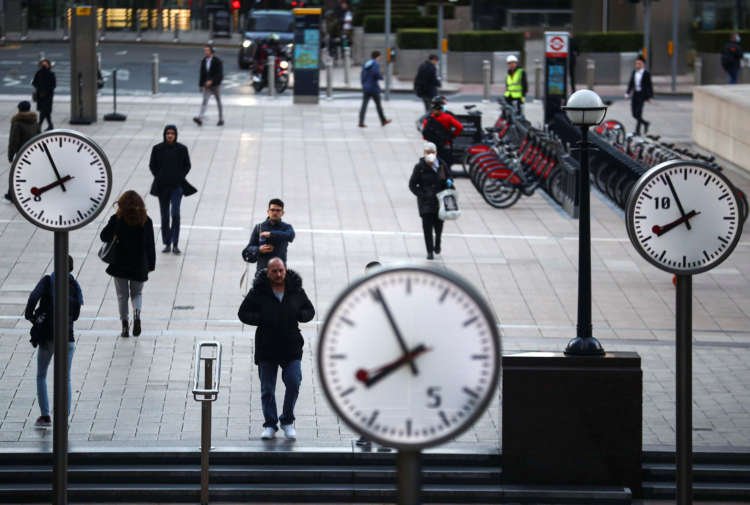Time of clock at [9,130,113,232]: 7:55
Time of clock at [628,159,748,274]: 7:55
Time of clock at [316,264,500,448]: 7:55
